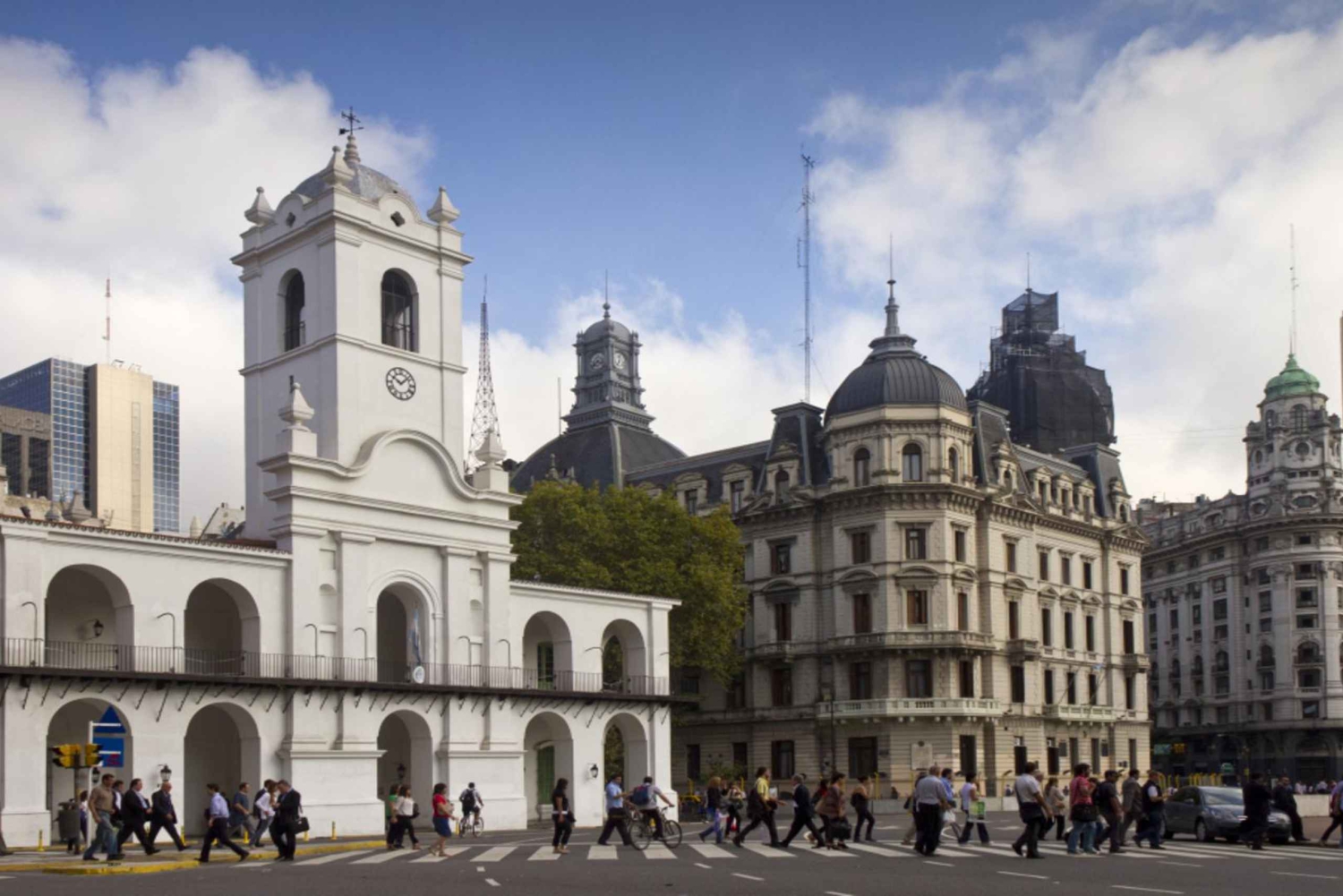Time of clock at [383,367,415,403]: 10:07
